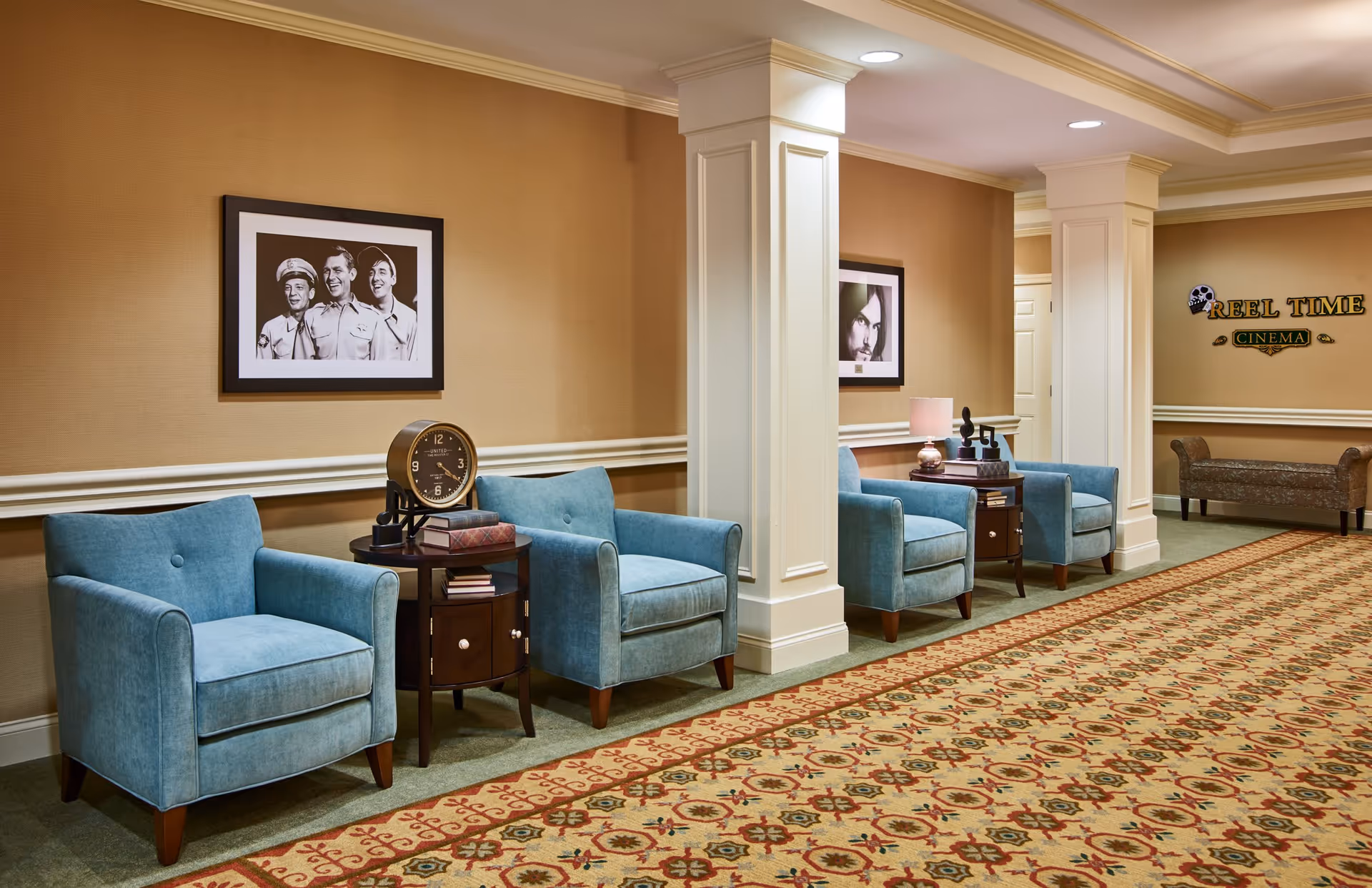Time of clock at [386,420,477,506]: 4:20
